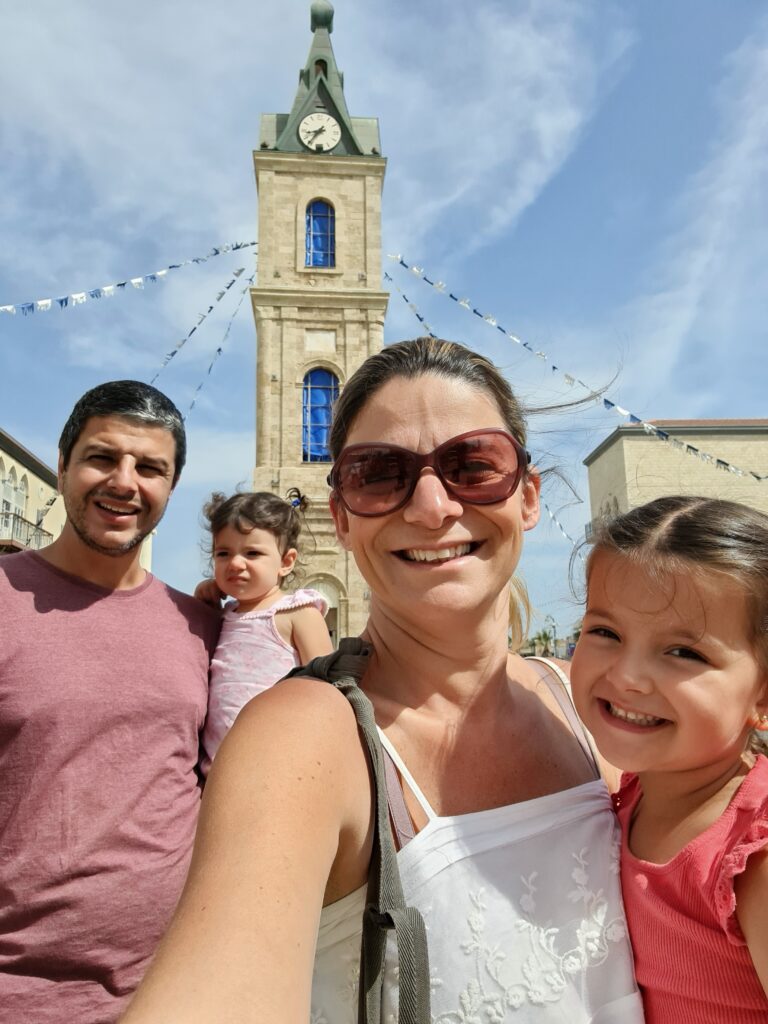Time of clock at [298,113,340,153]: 8:36
